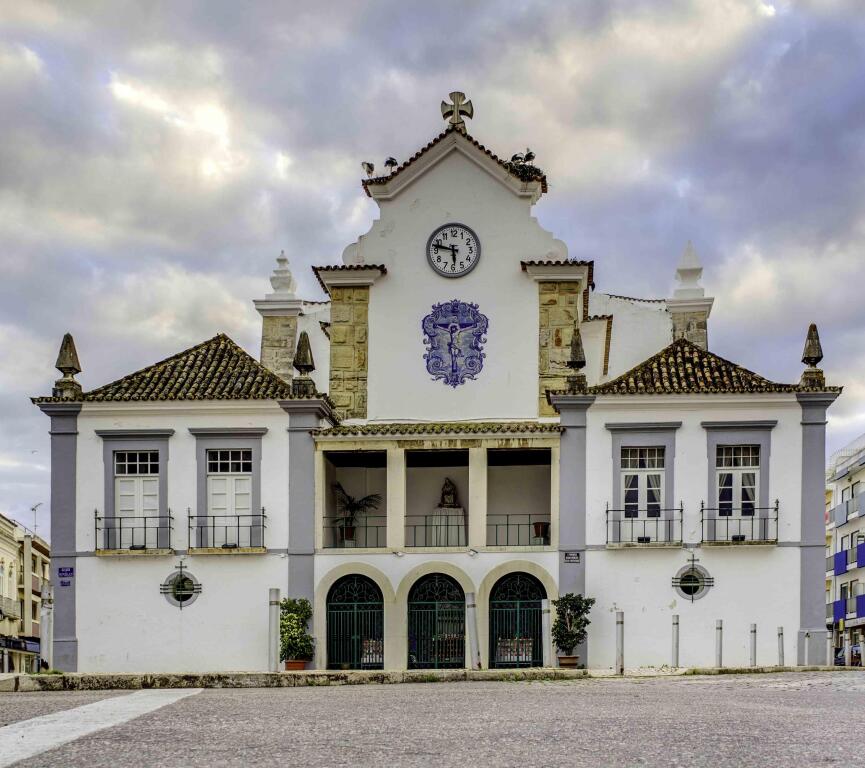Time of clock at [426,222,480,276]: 5:47
